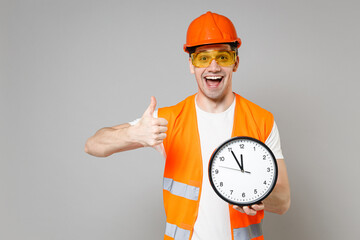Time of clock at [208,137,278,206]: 11:55
